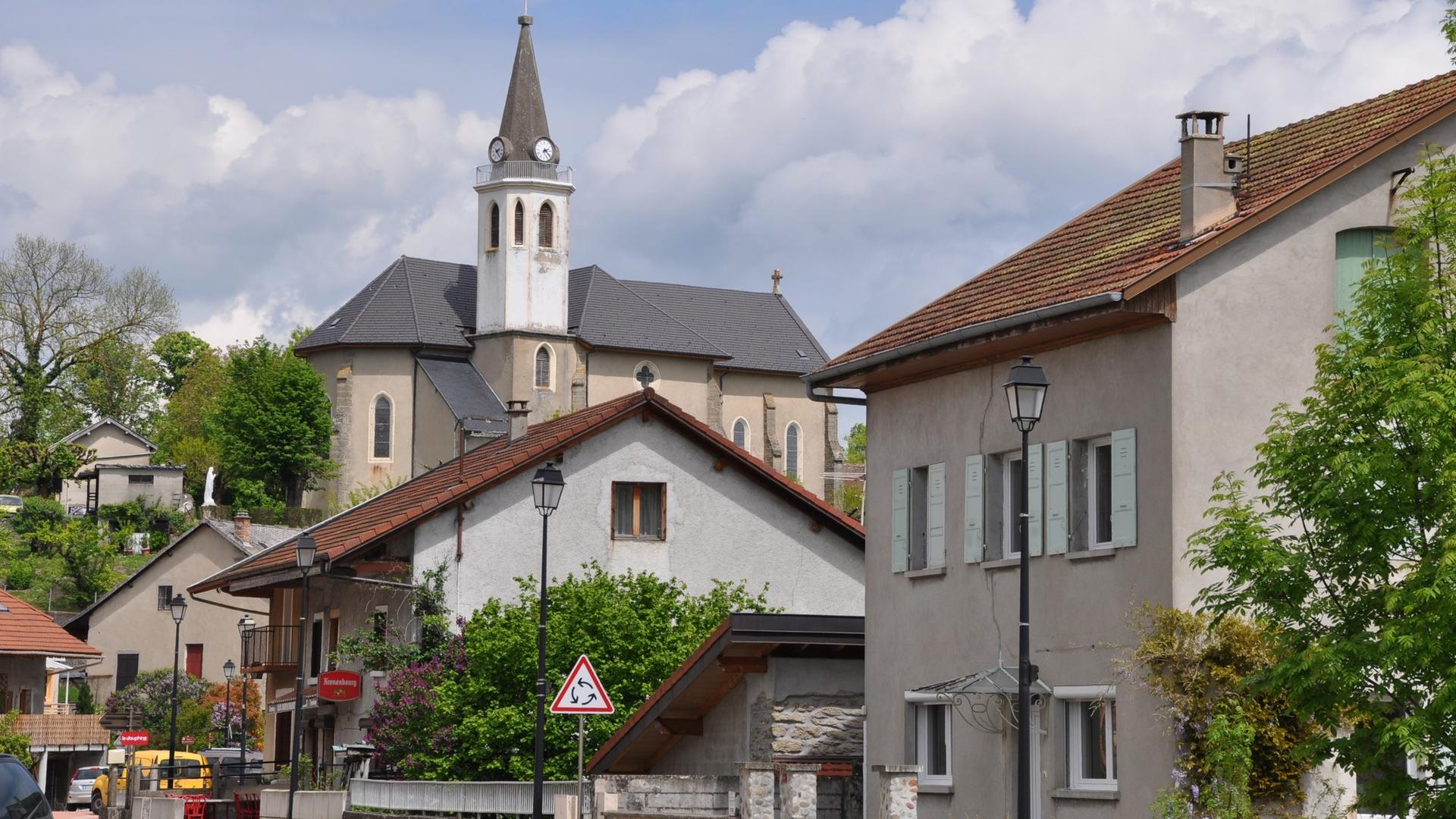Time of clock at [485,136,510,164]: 2:23
